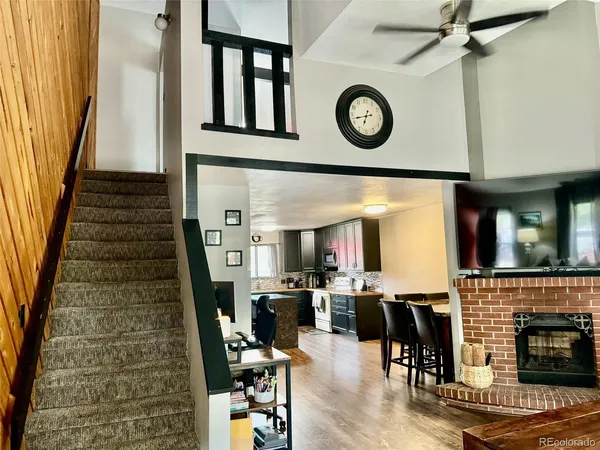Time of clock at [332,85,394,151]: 6:42
